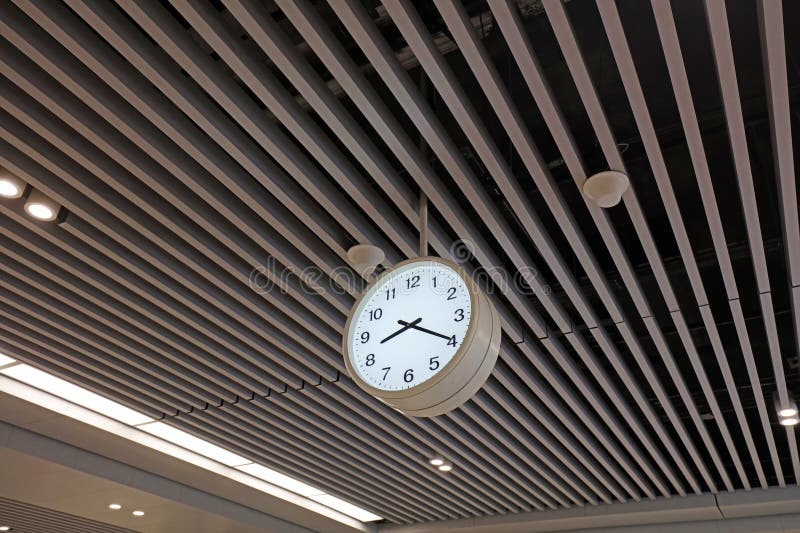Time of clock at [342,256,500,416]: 8:19
